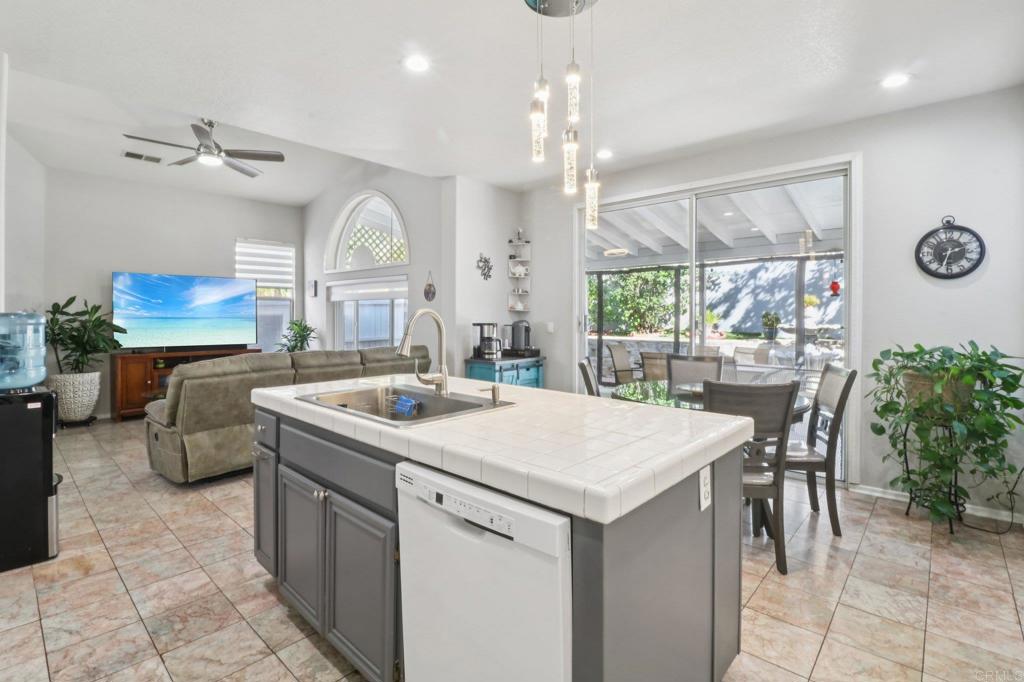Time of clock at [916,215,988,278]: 2:33
